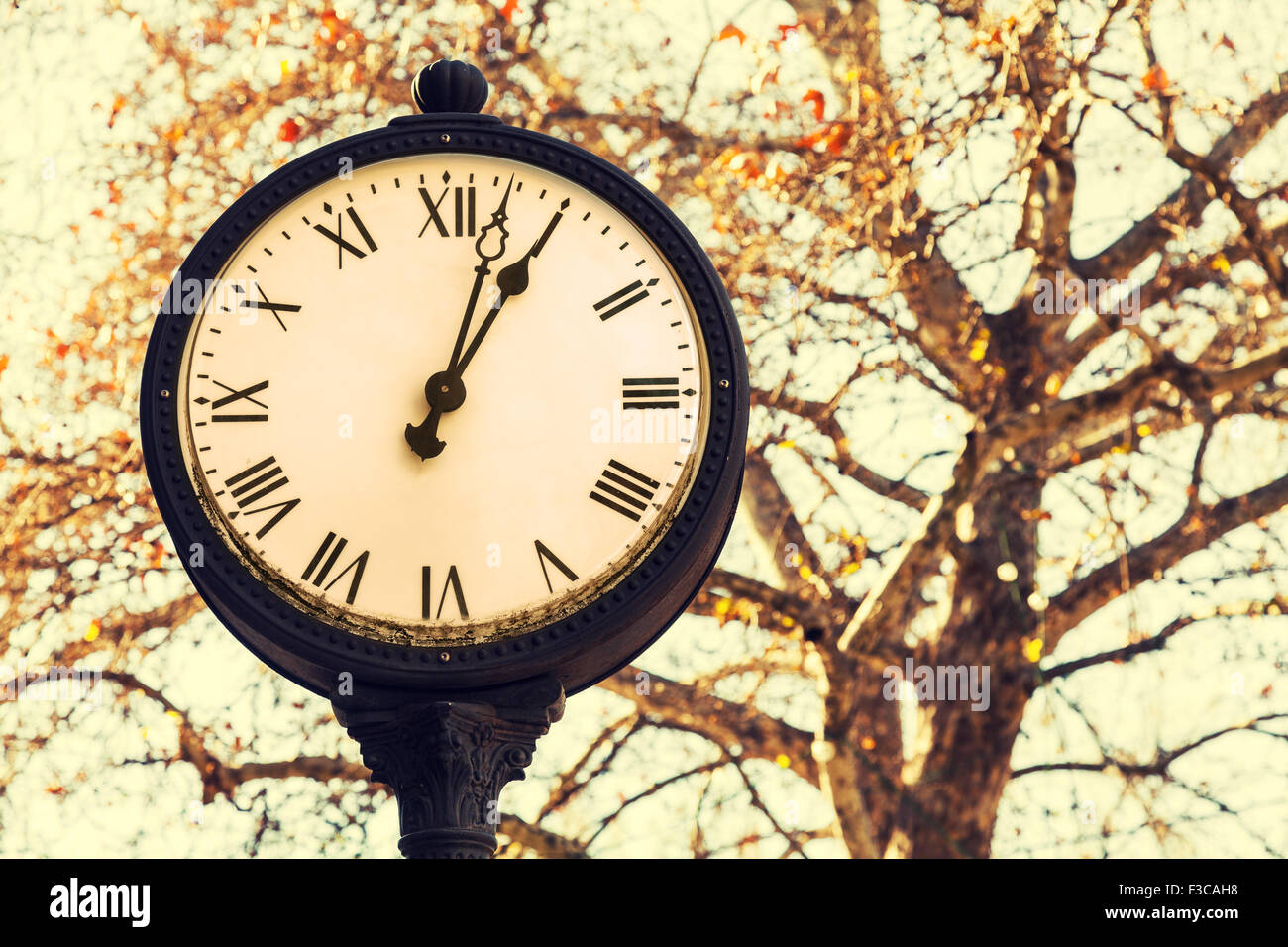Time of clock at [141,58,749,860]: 1:02
